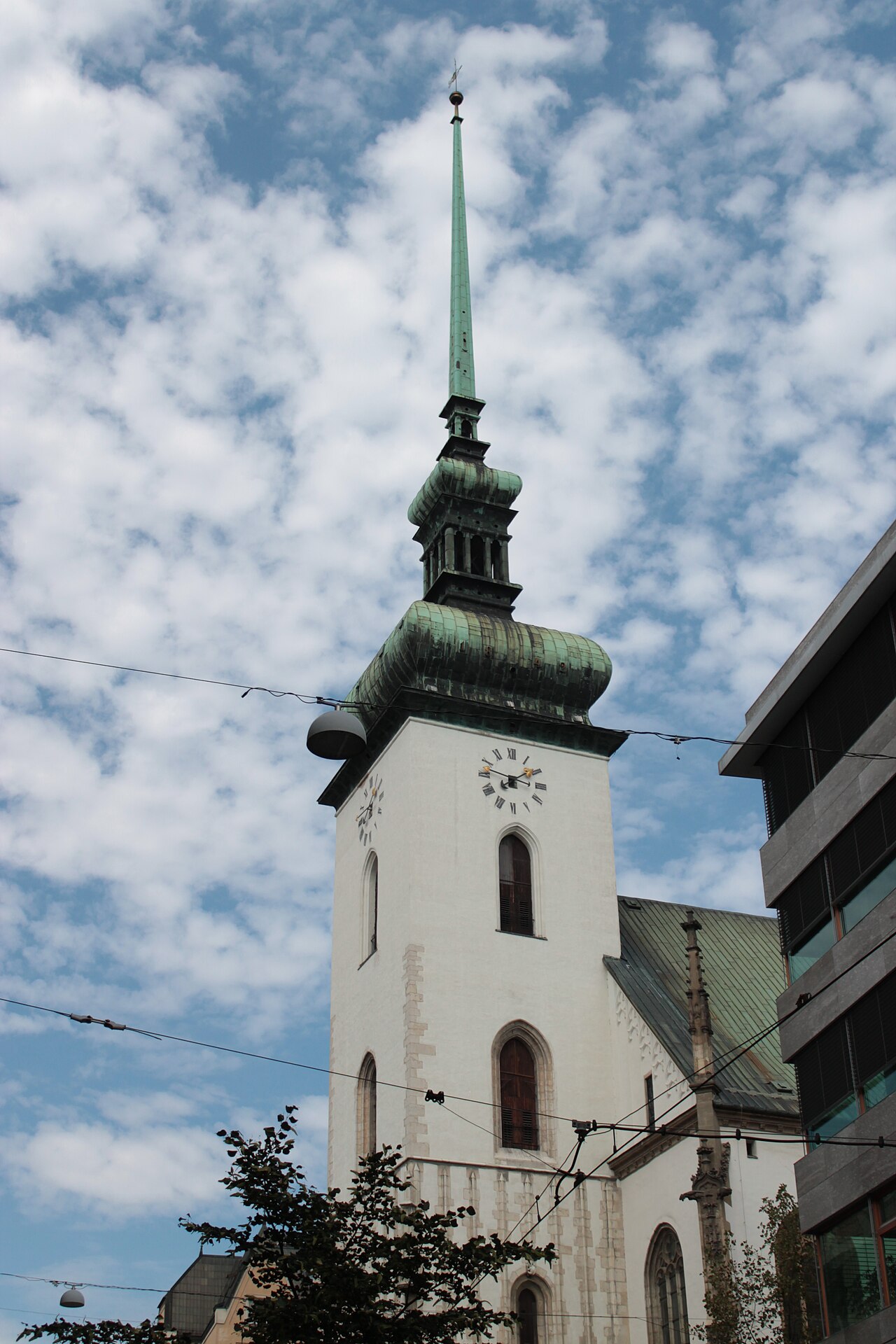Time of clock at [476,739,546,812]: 7:47
